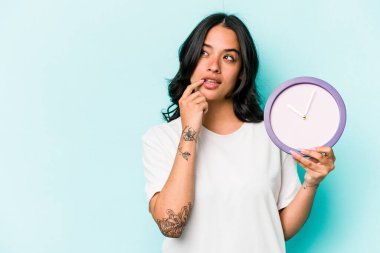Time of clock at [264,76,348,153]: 10:03
